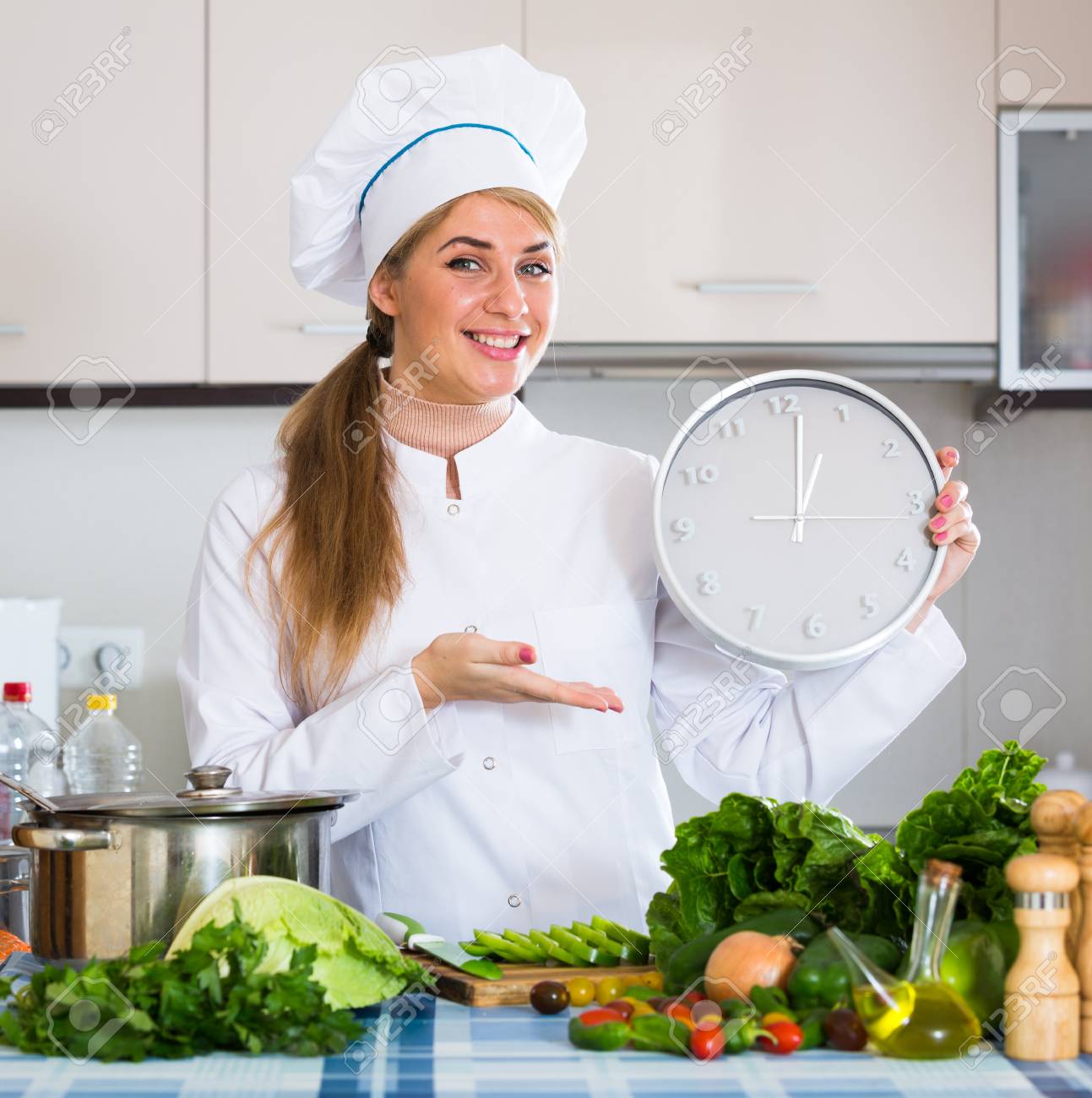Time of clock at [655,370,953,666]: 1:01
